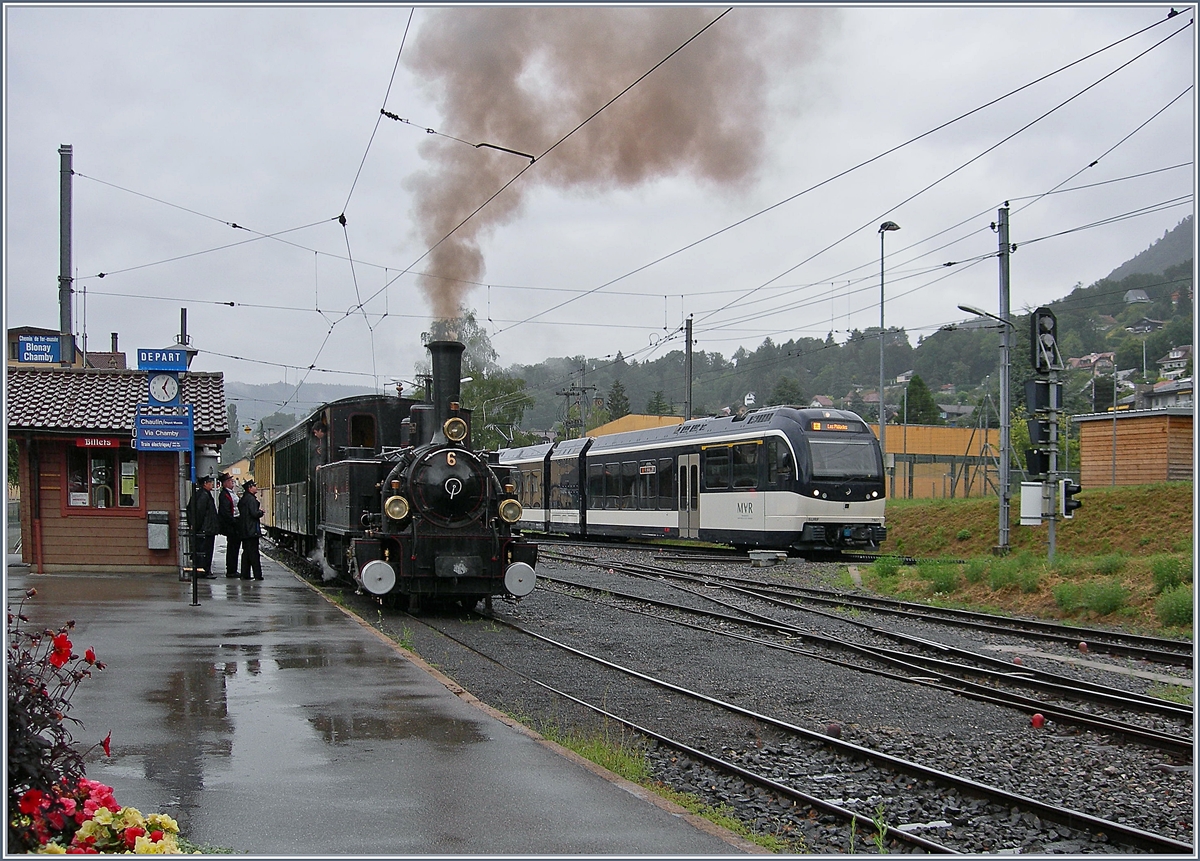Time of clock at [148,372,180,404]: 5:04
